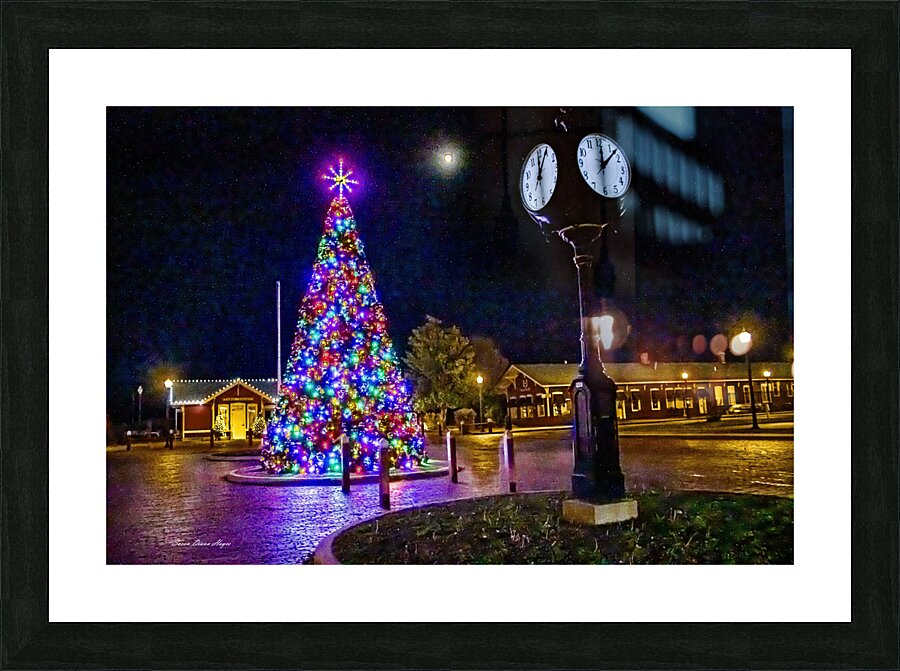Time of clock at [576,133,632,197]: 12:07
